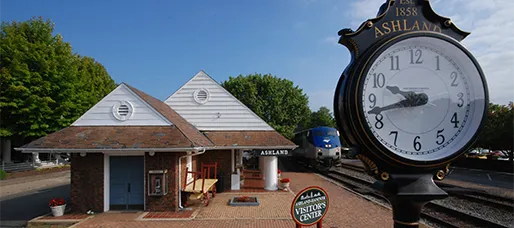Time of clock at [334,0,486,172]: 9:42
